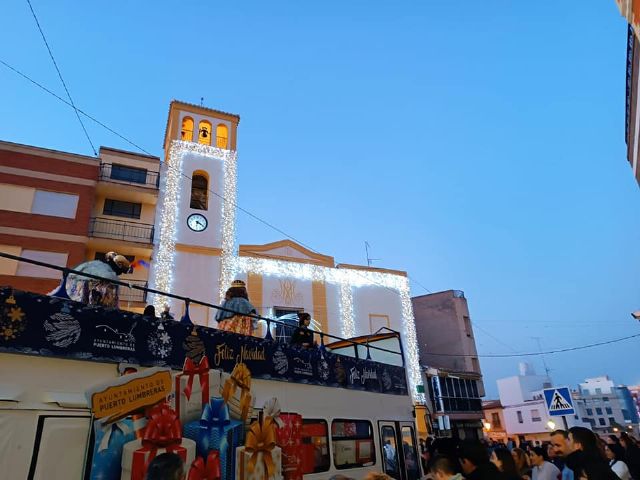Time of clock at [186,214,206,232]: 6:19
